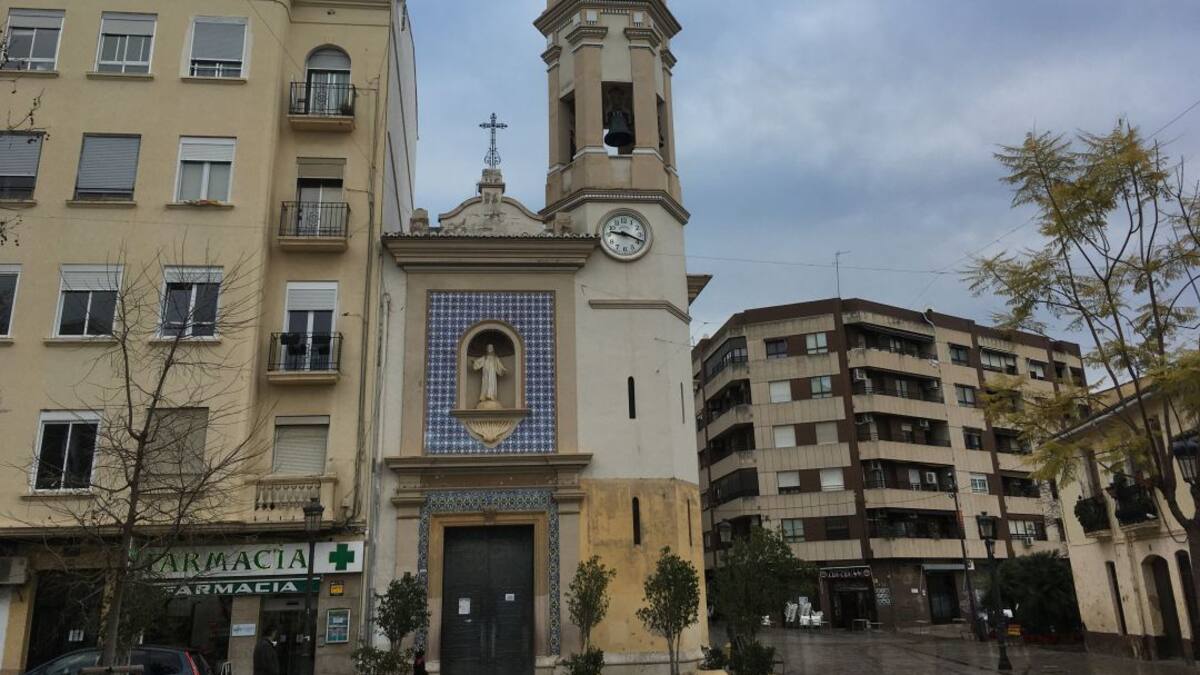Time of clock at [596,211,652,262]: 9:18
